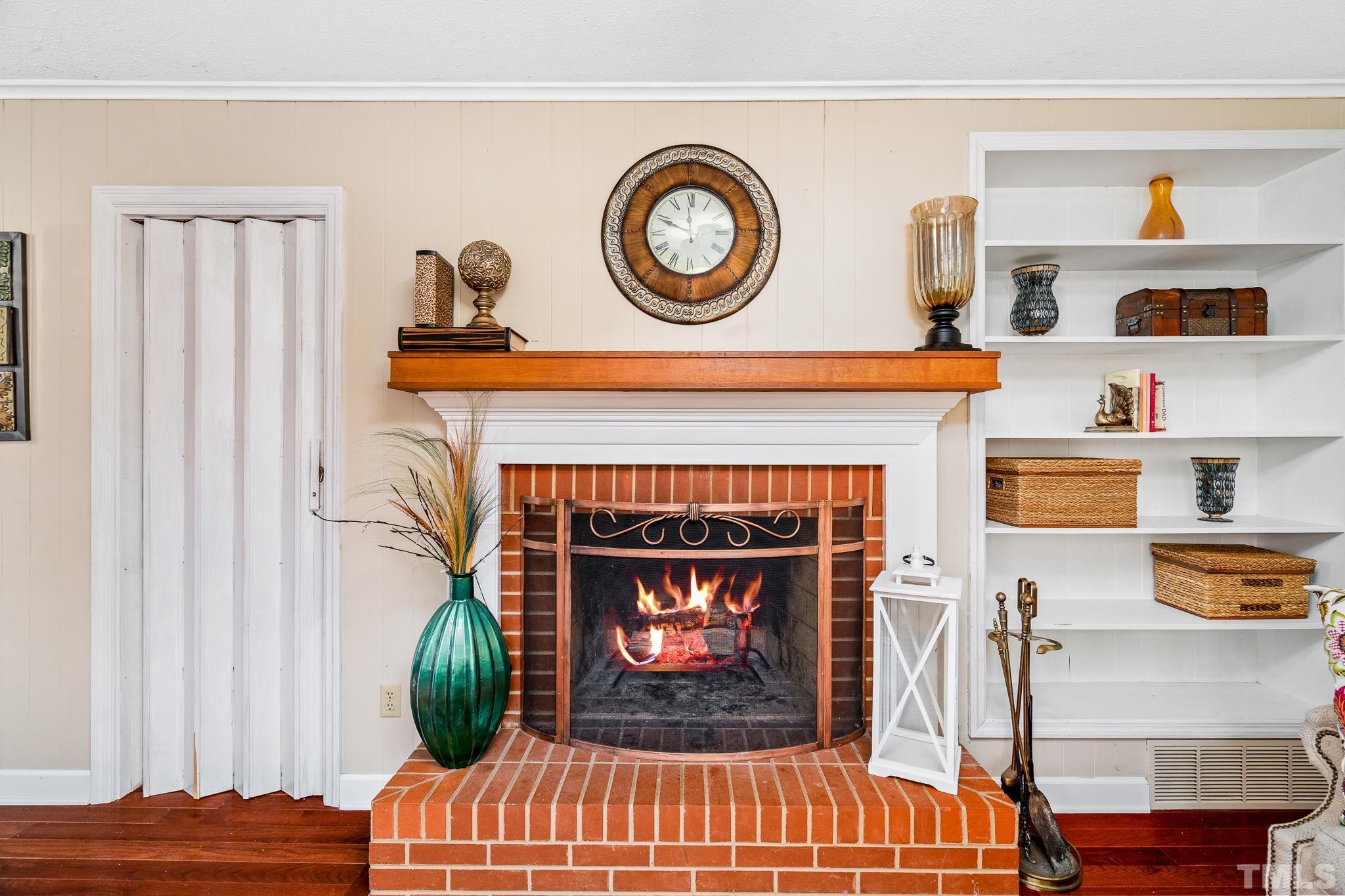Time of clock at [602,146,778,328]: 11:49
